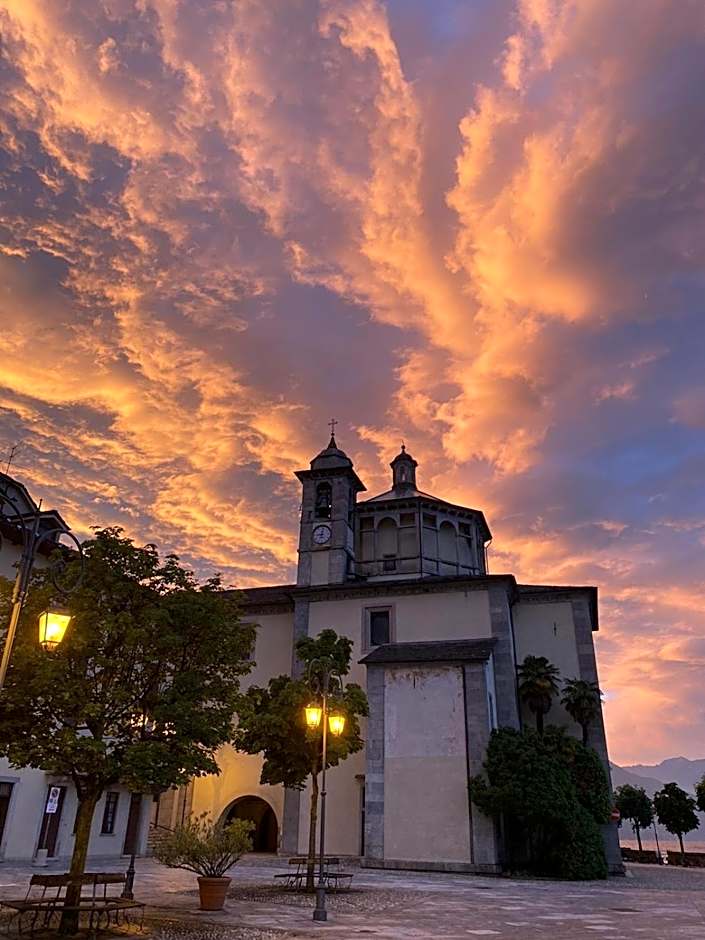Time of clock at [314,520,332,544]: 9:01
